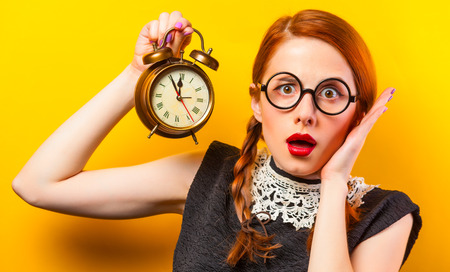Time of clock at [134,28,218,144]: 11:55
